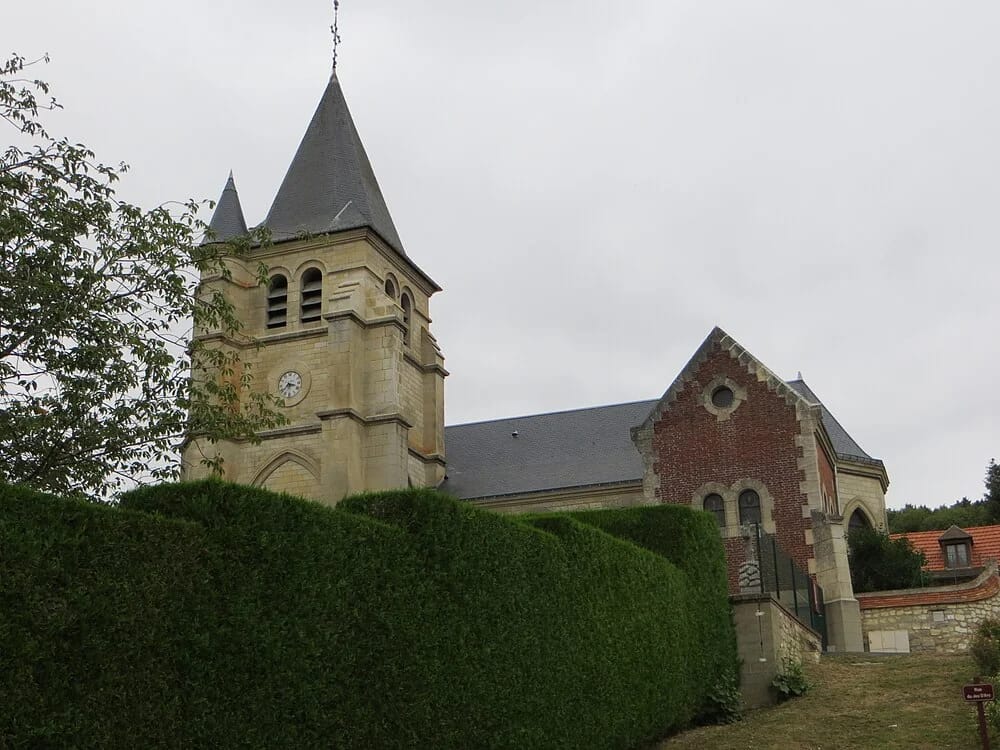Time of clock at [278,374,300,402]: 3:38
